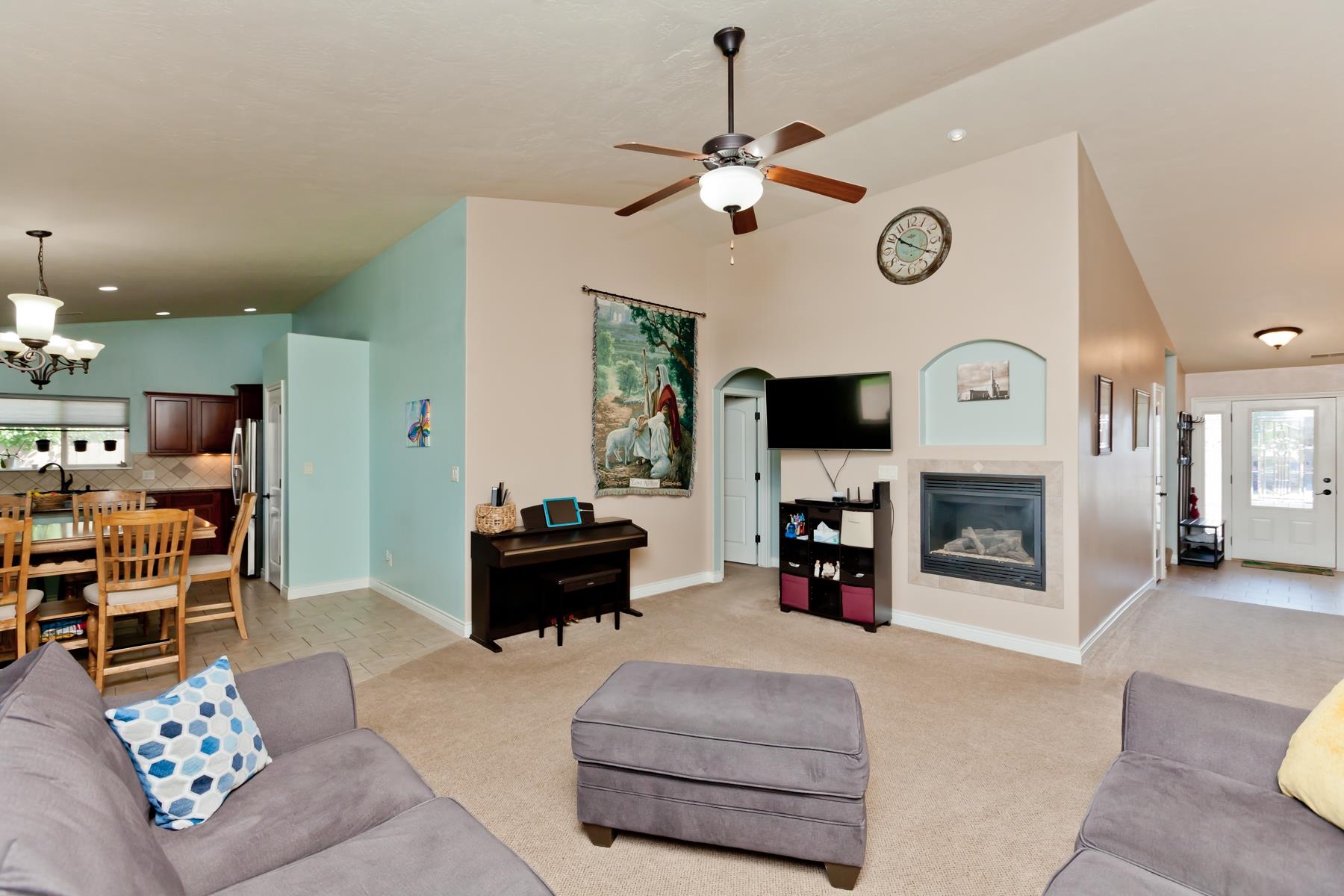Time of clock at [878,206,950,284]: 10:20
